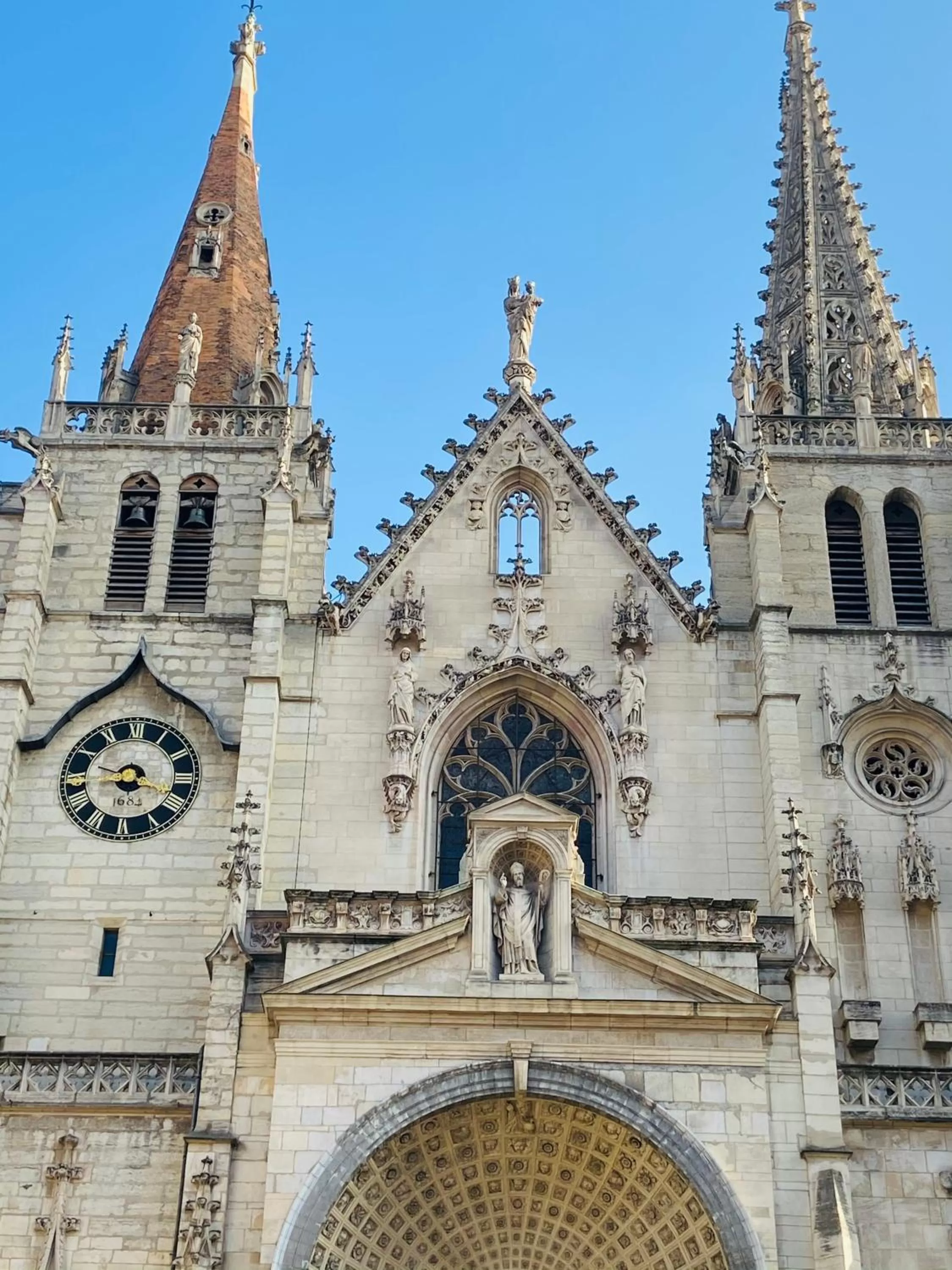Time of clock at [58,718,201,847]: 8:48
